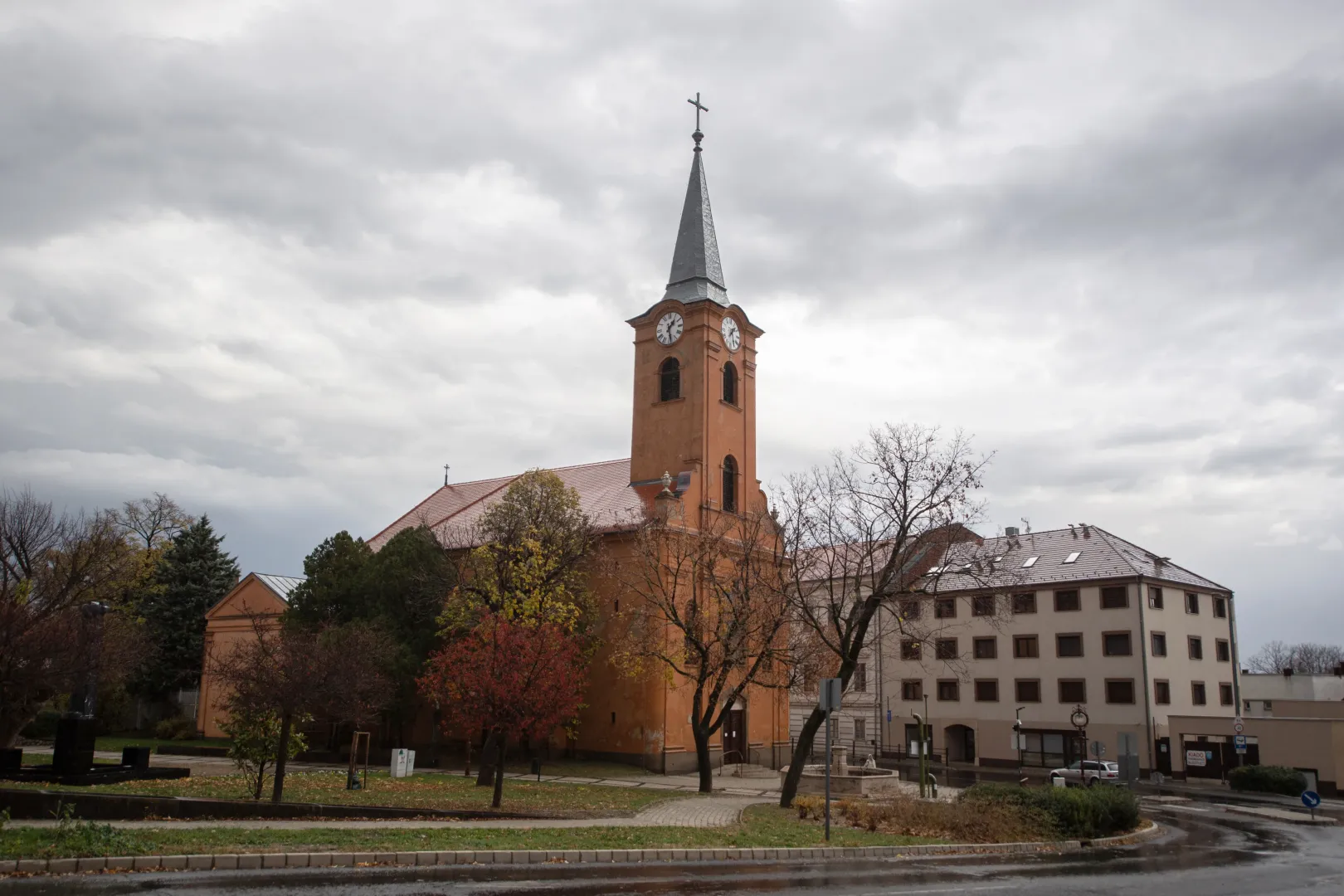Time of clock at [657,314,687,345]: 1:28
